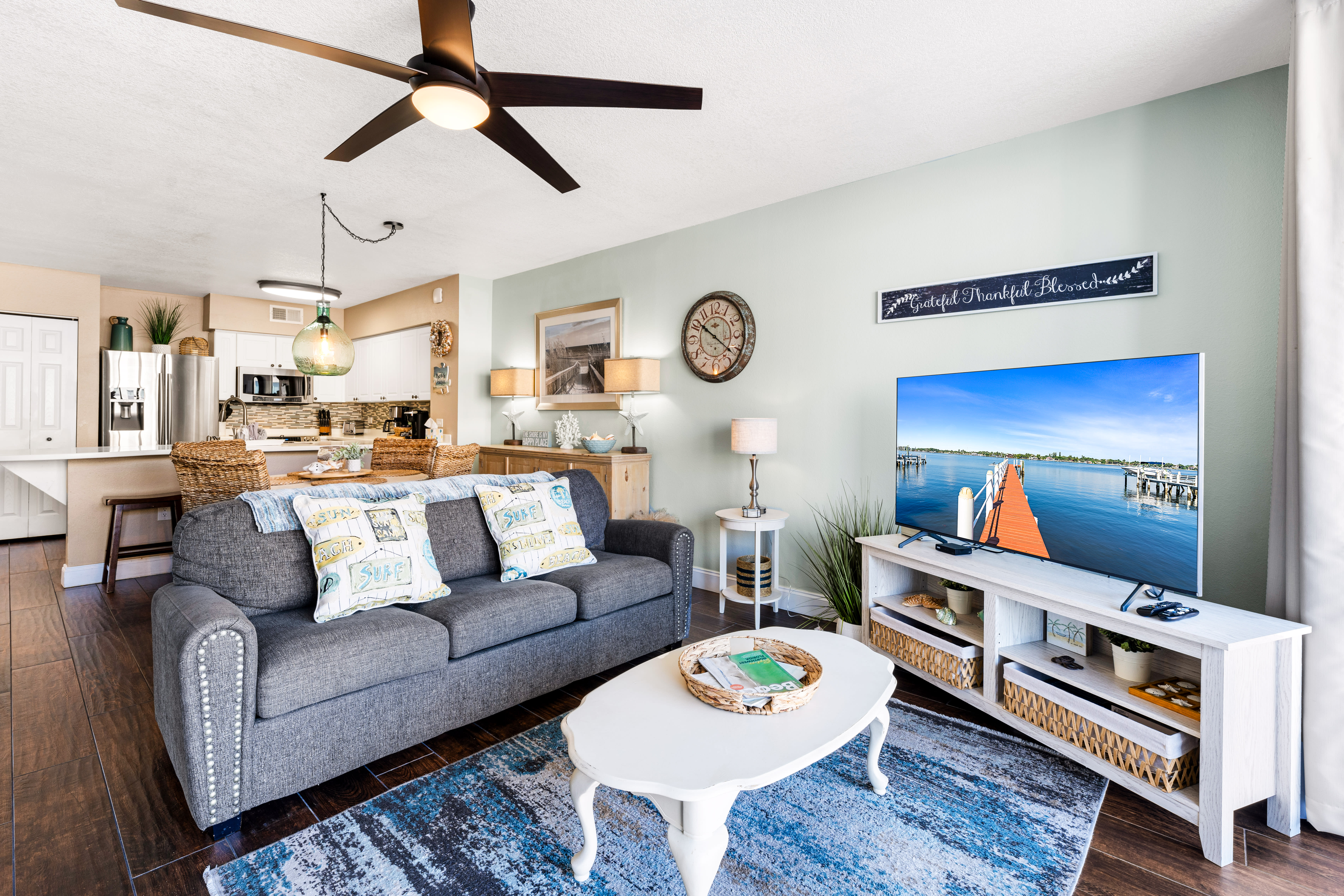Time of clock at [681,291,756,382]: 10:21
